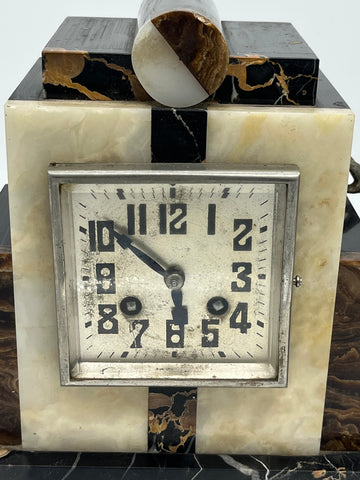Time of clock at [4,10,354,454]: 5:51
